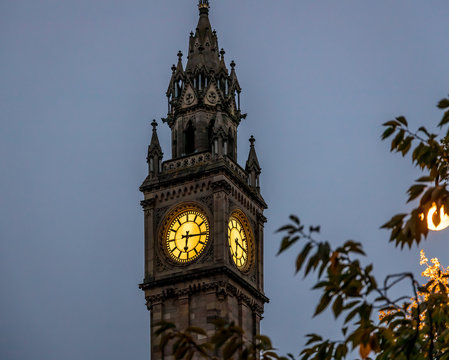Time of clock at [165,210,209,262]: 6:15
